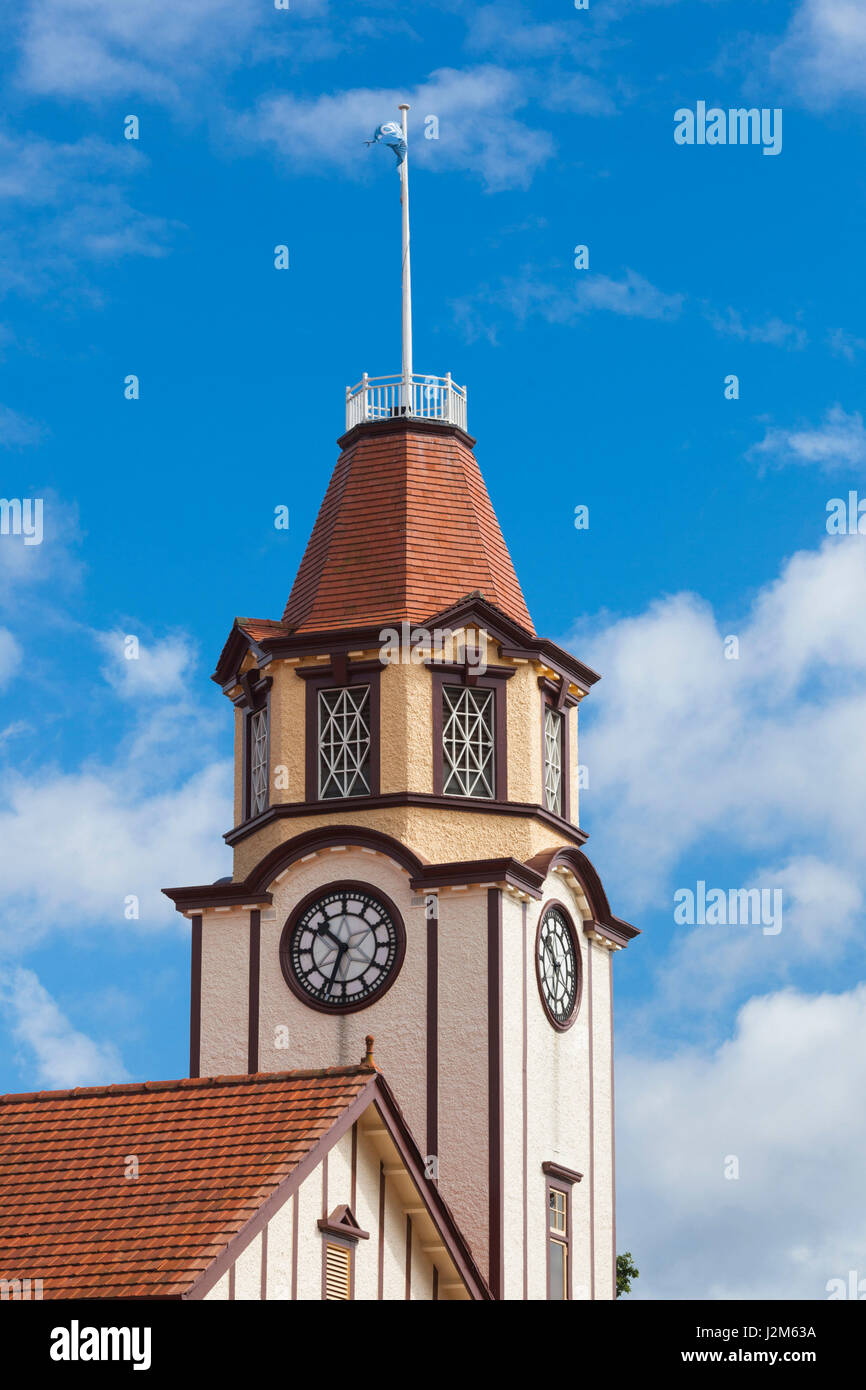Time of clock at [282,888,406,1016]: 10:33
